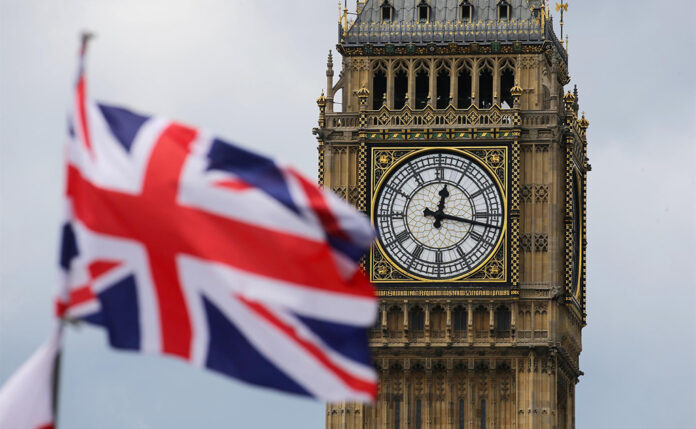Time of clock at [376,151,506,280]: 12:17
